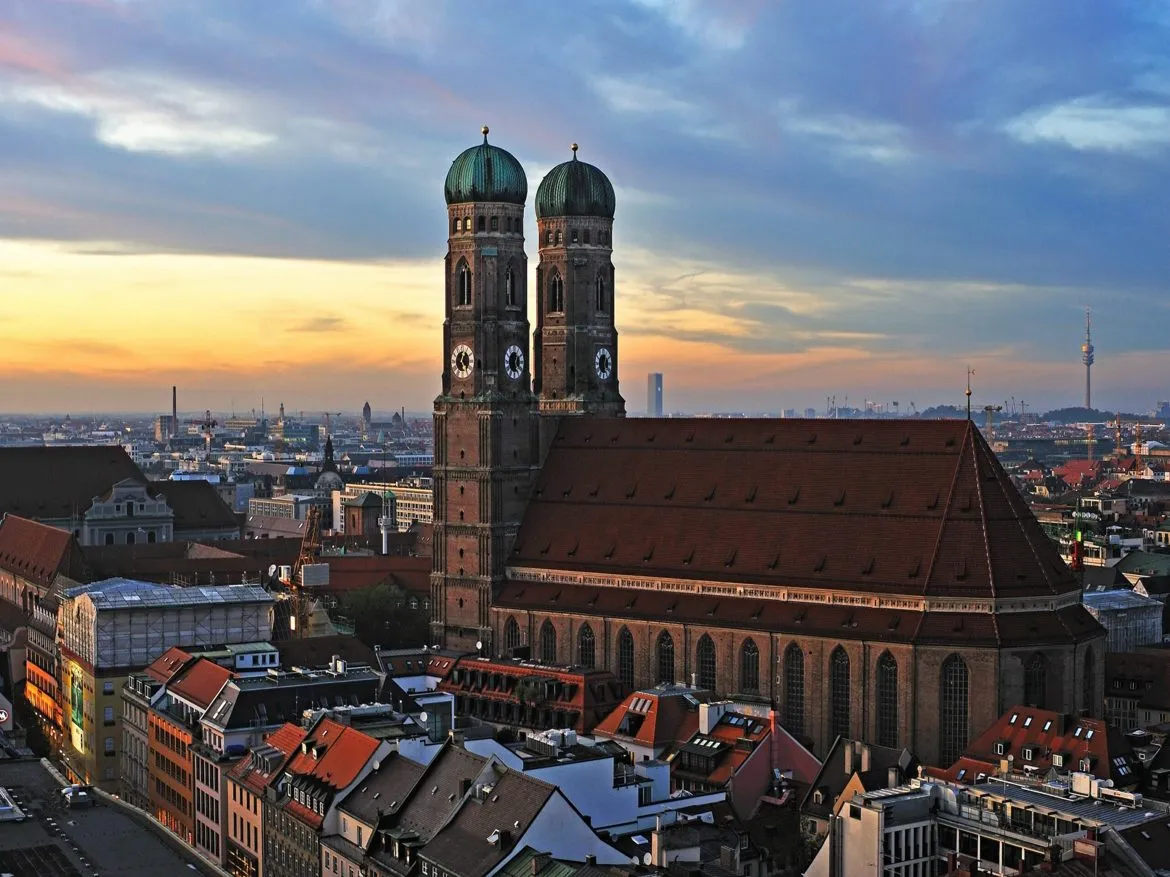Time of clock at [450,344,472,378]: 12:24
